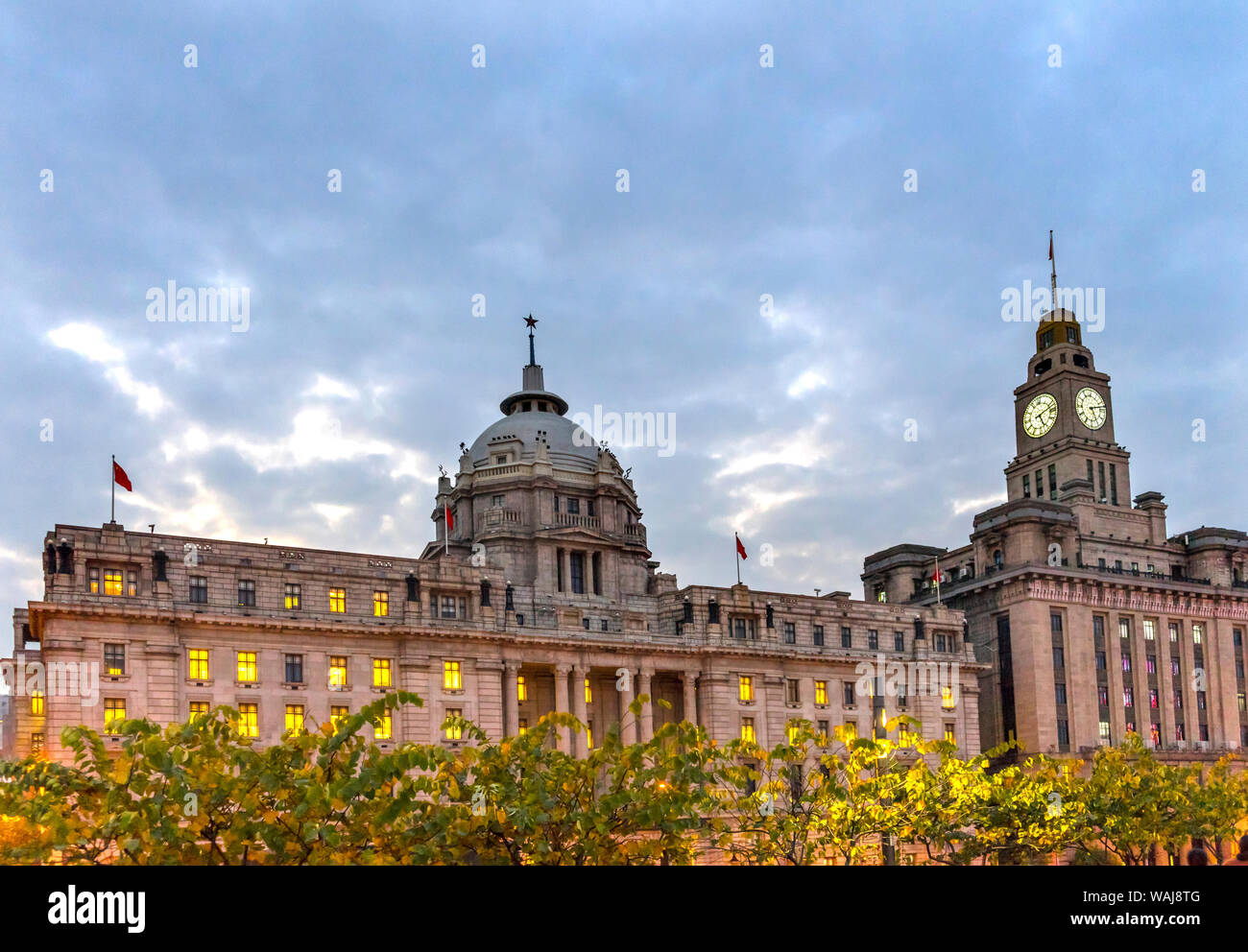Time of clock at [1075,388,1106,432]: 5:12
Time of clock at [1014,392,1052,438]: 5:12
